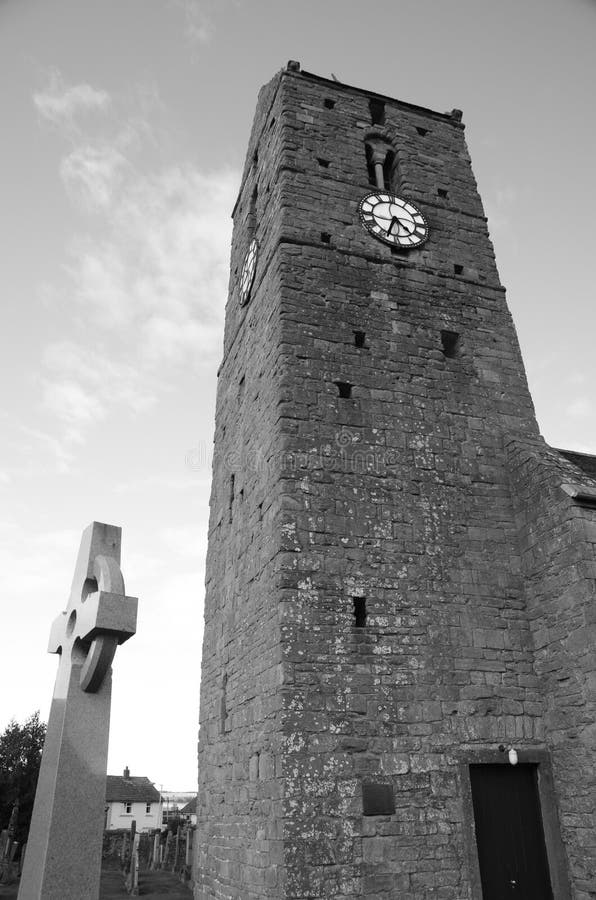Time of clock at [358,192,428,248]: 4:33
